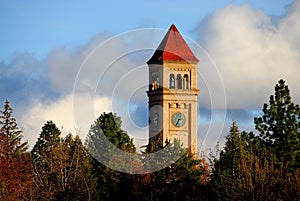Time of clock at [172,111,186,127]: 2:34
